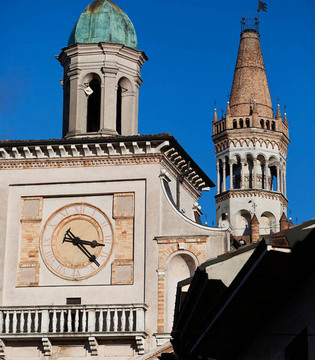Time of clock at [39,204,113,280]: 3:22
